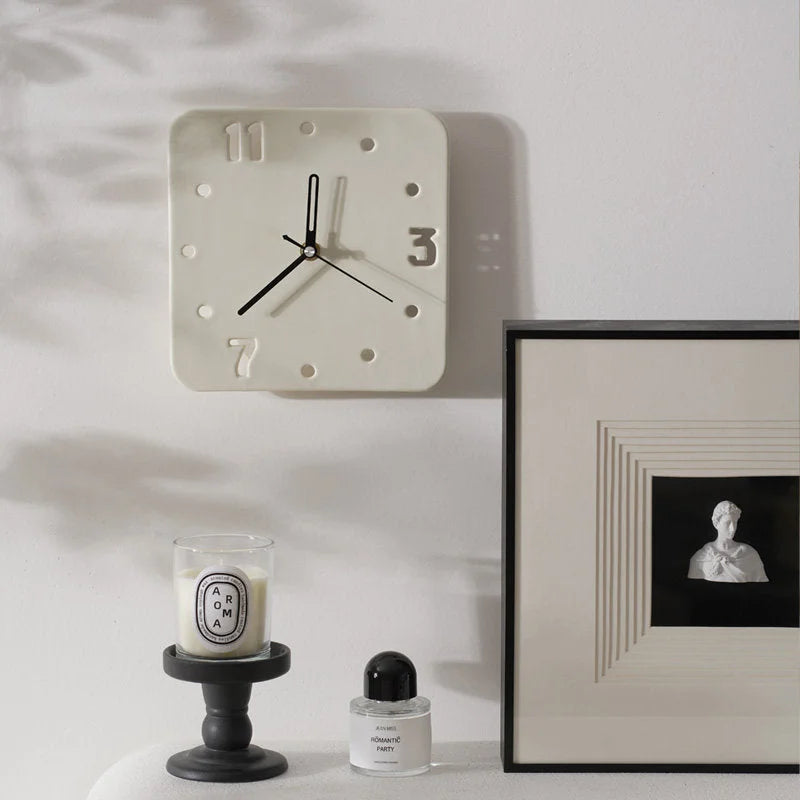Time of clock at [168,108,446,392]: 12:38
